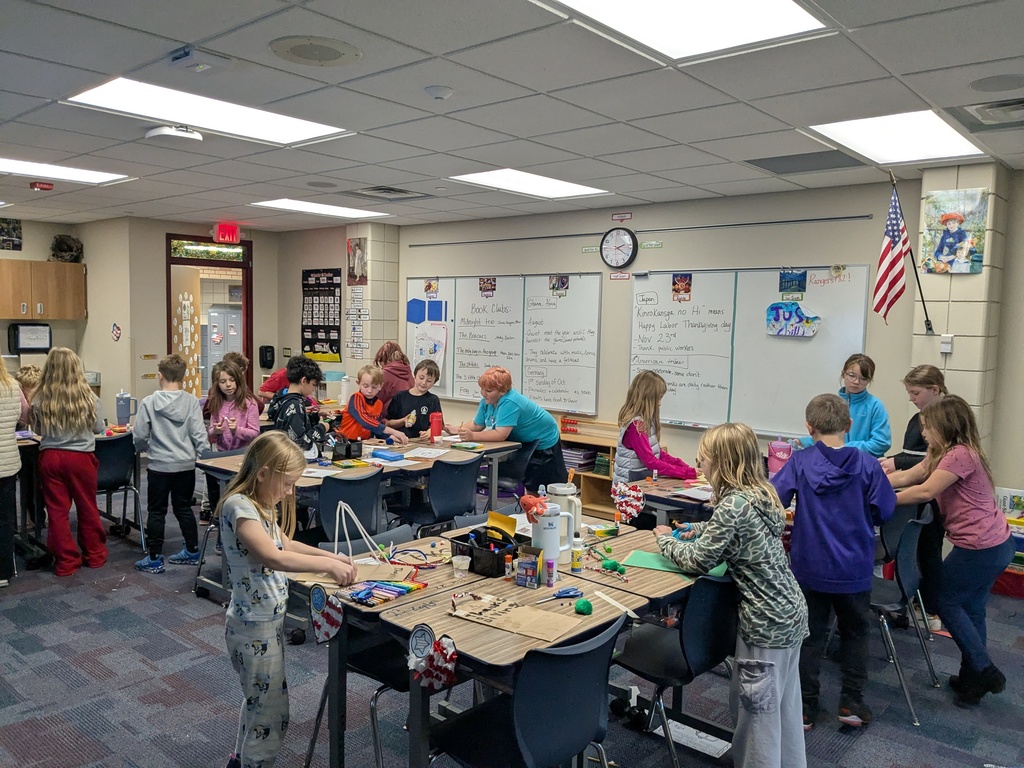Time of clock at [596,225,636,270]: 2:20
